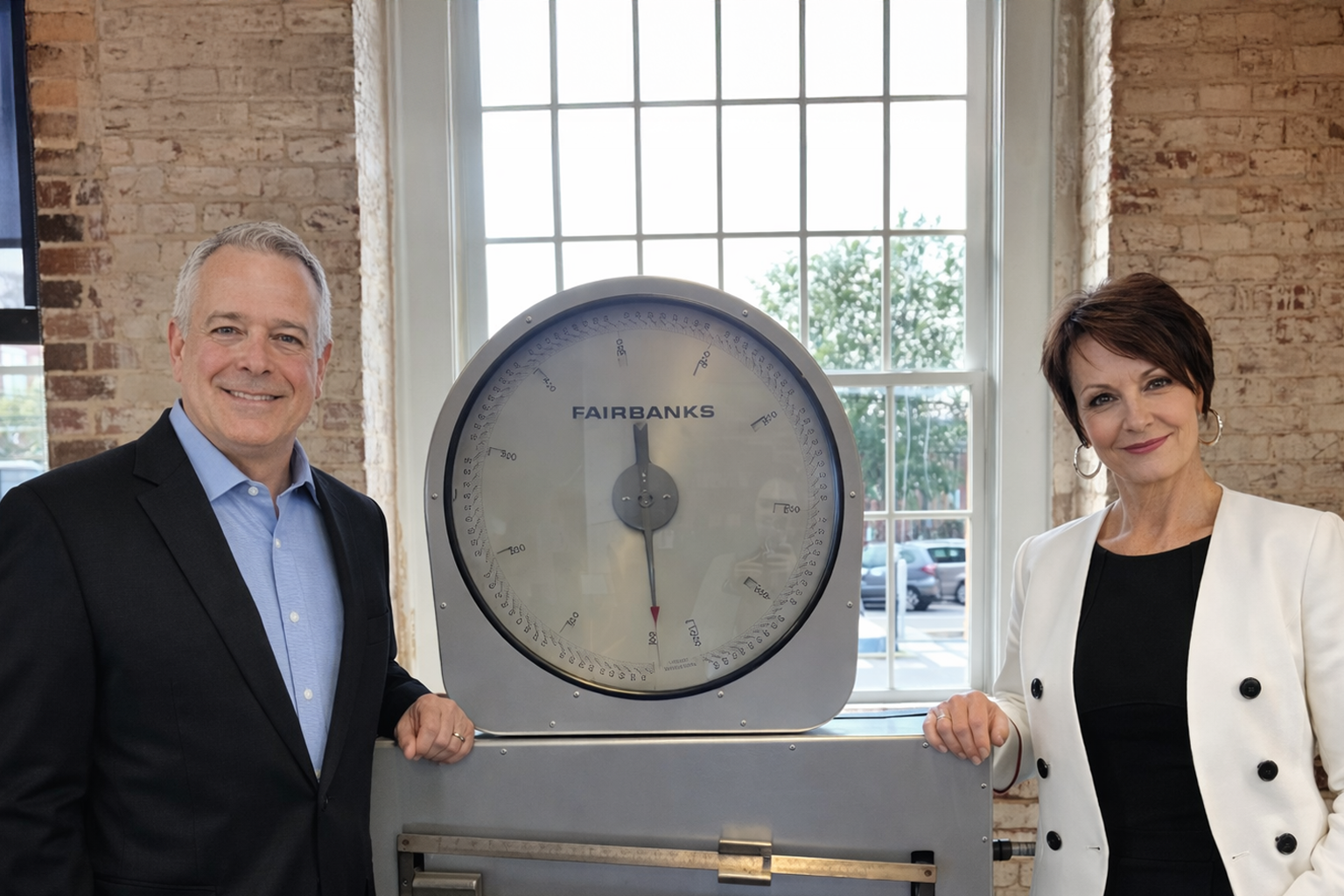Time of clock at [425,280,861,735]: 11:28
